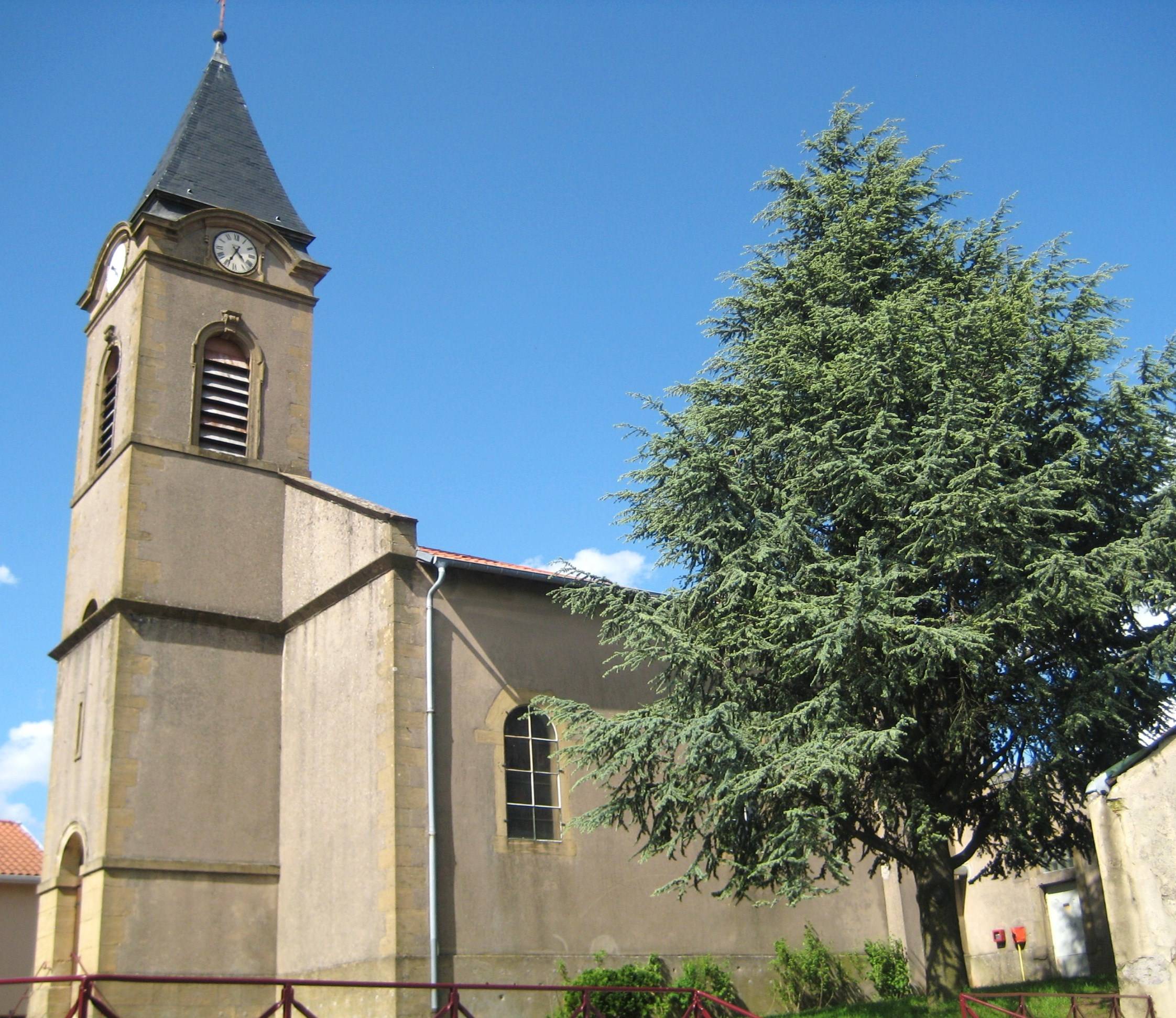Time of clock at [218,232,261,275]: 4:34
